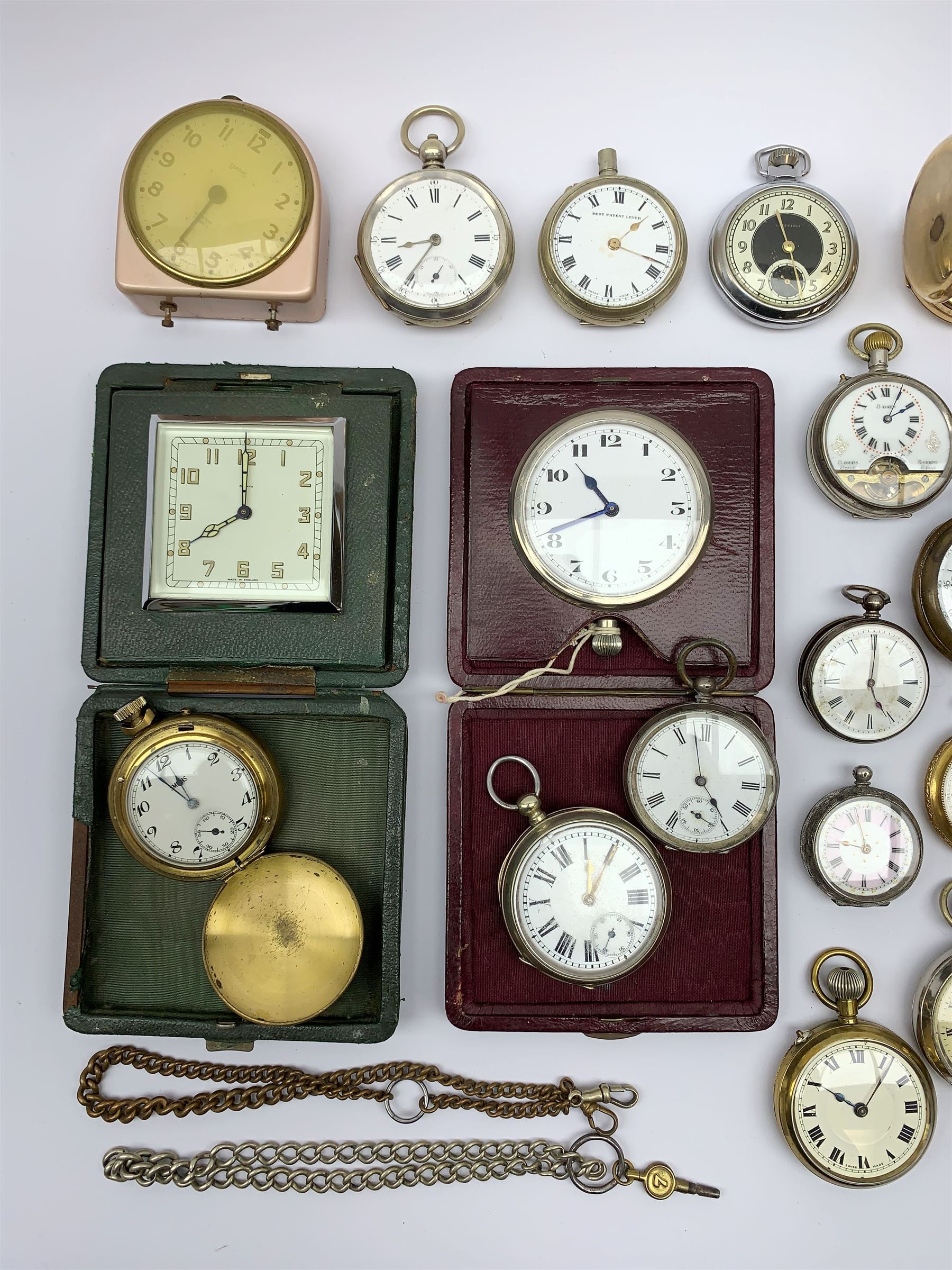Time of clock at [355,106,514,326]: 8:35
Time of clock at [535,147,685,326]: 1:18
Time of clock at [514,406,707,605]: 10:41
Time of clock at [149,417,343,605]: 7:59
